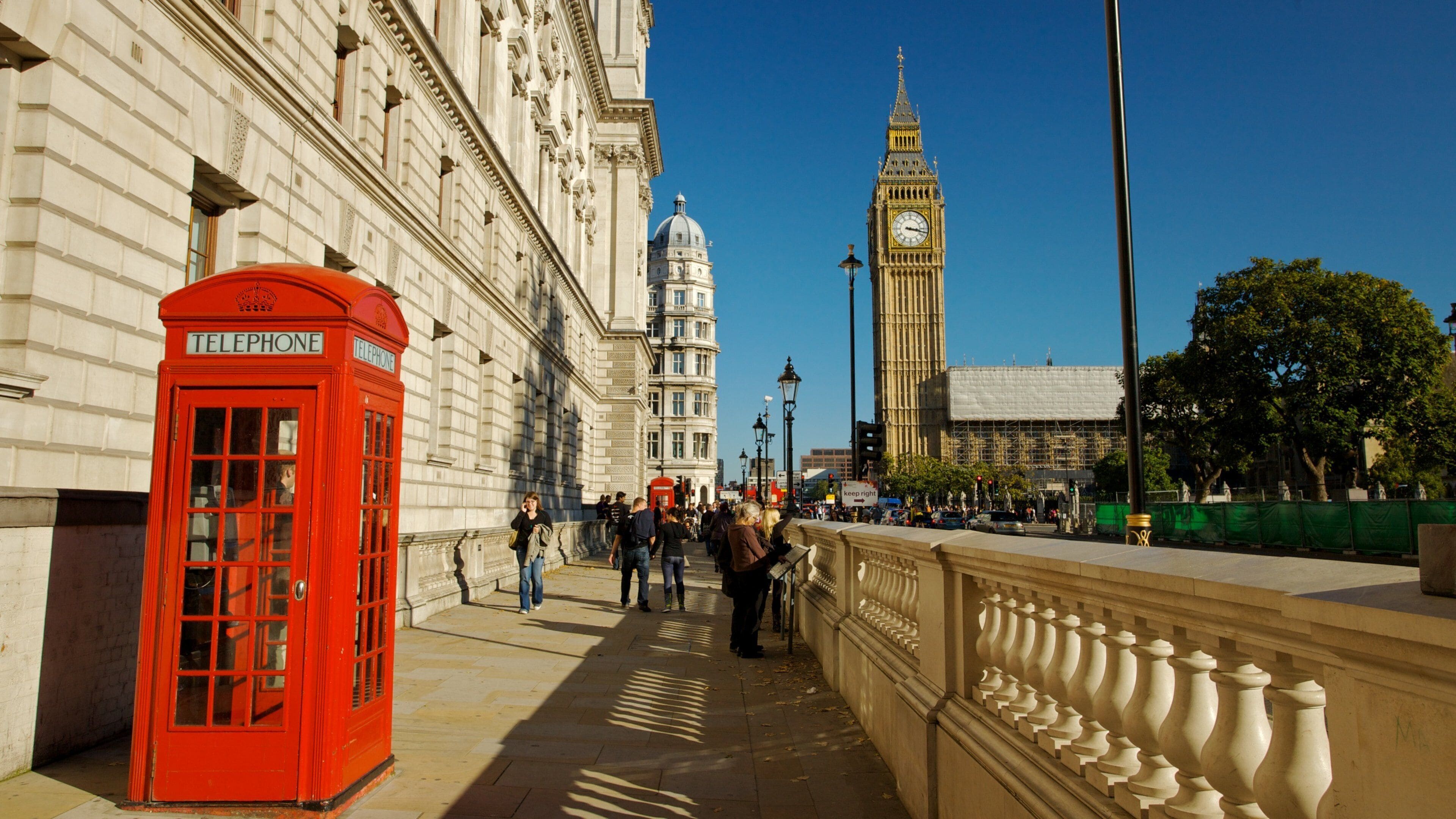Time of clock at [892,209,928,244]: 3:17
